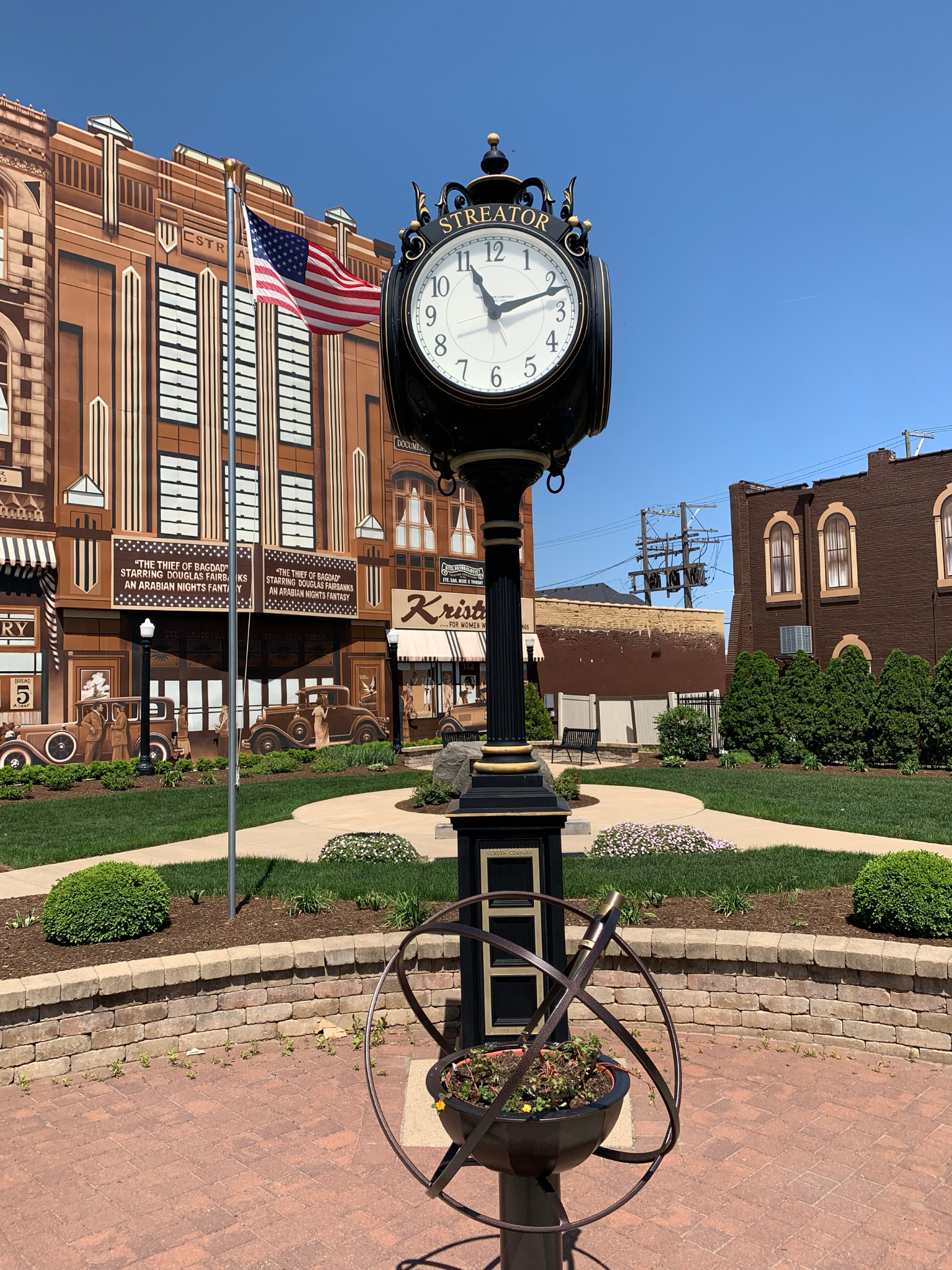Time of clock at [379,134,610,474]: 11:12
